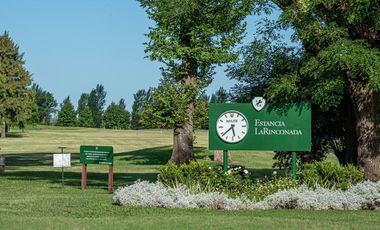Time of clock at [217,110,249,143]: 5:38
